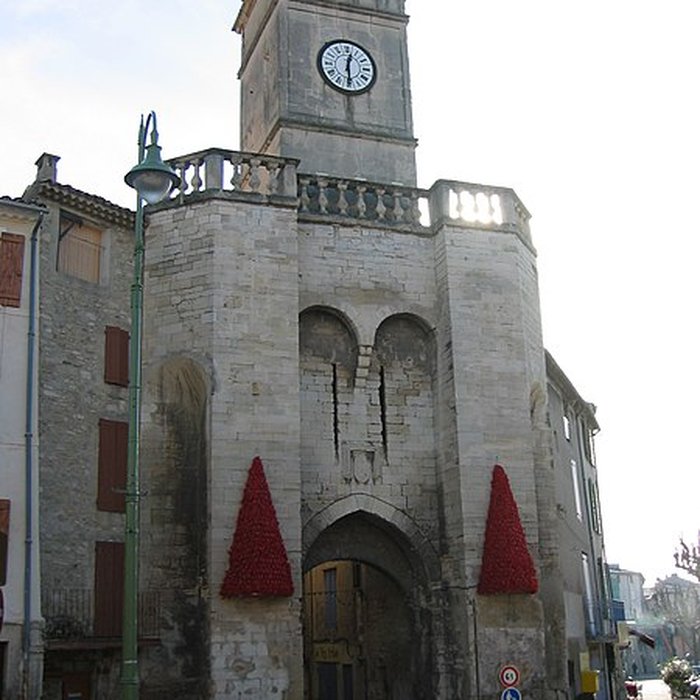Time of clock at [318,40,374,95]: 12:29
